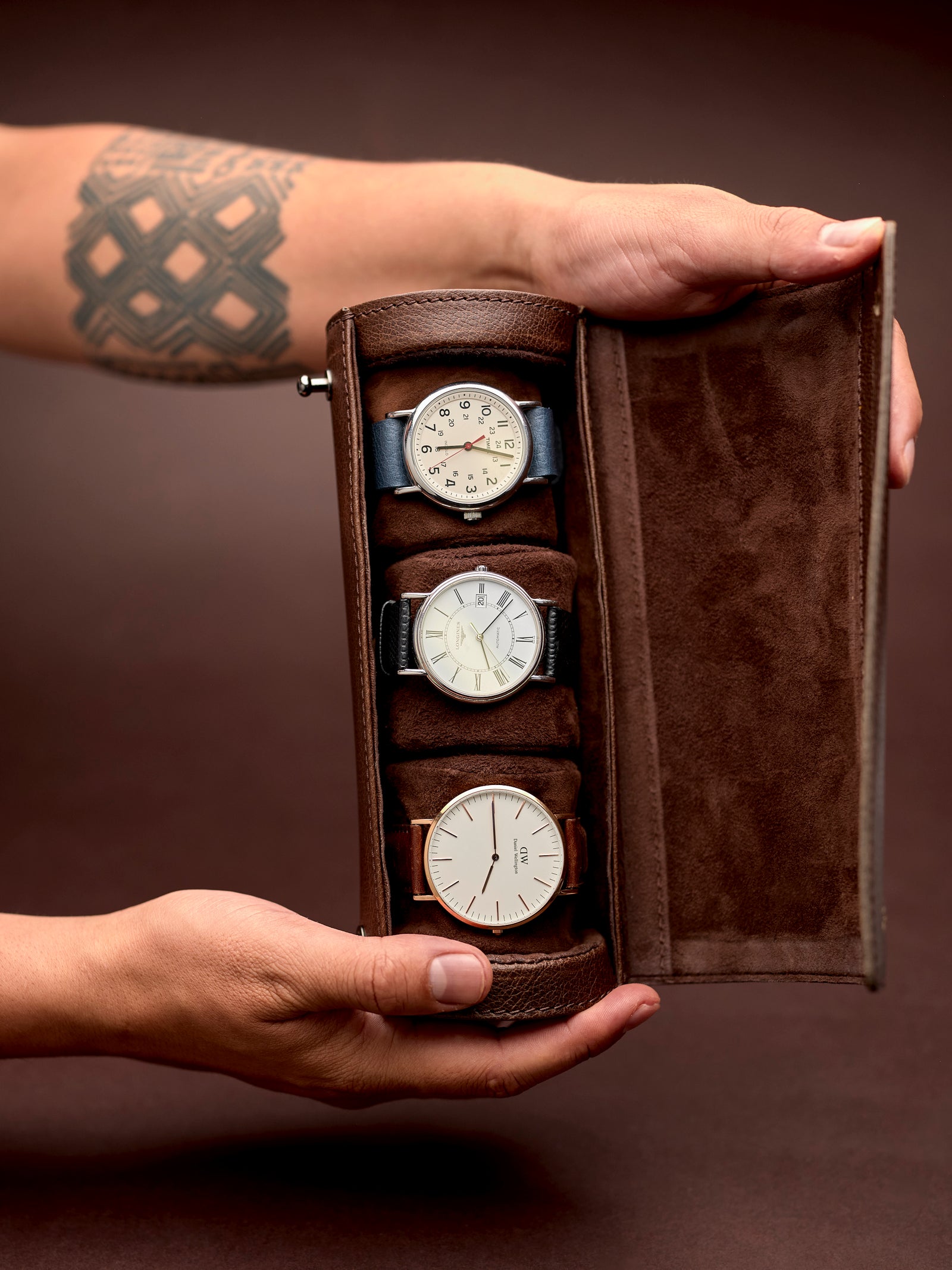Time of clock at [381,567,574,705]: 5:06
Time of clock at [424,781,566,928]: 6:59
